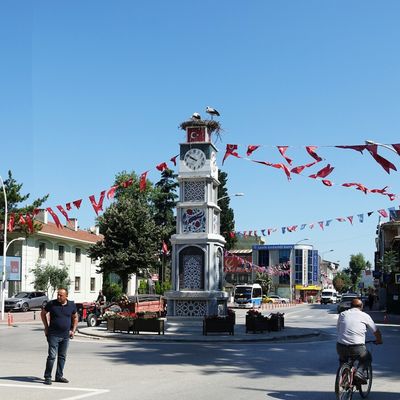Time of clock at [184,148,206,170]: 9:50
